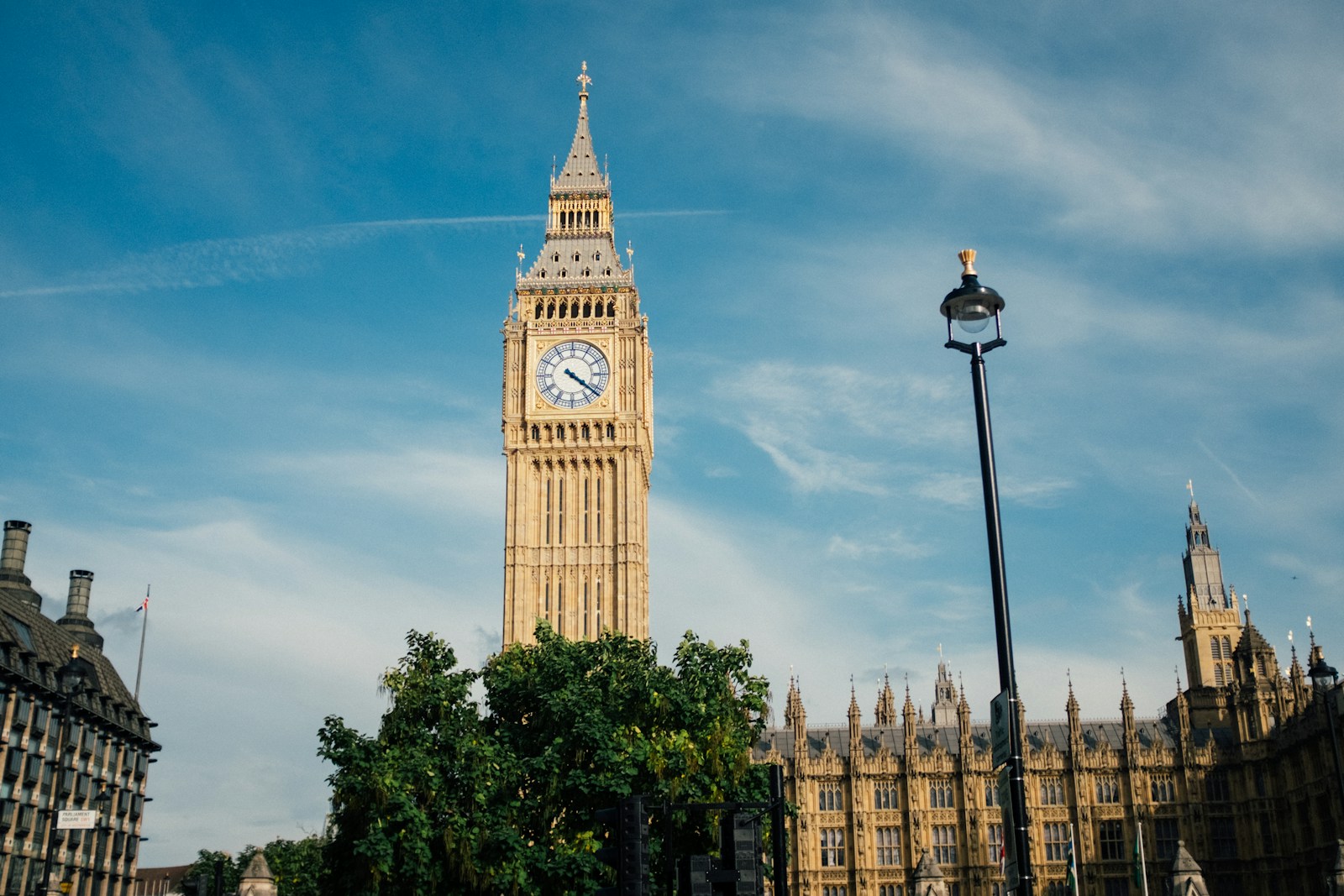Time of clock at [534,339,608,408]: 4:21
